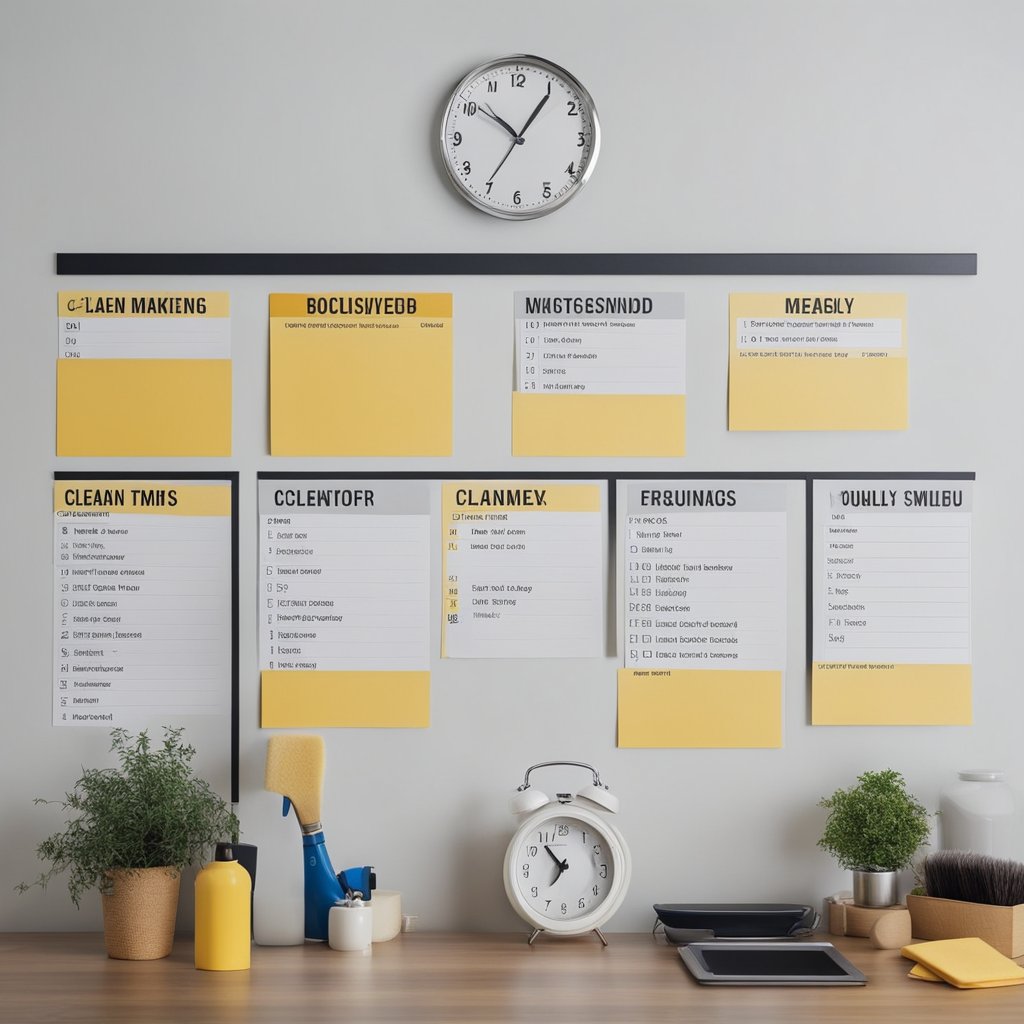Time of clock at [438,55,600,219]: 10:05
